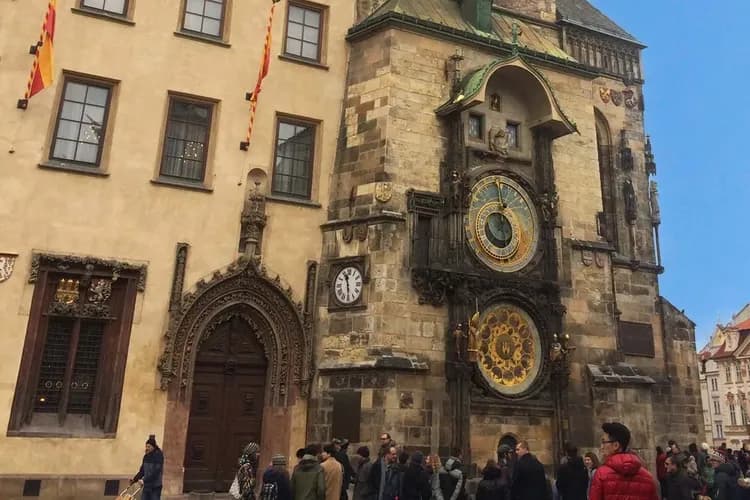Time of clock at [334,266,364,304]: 11:29
